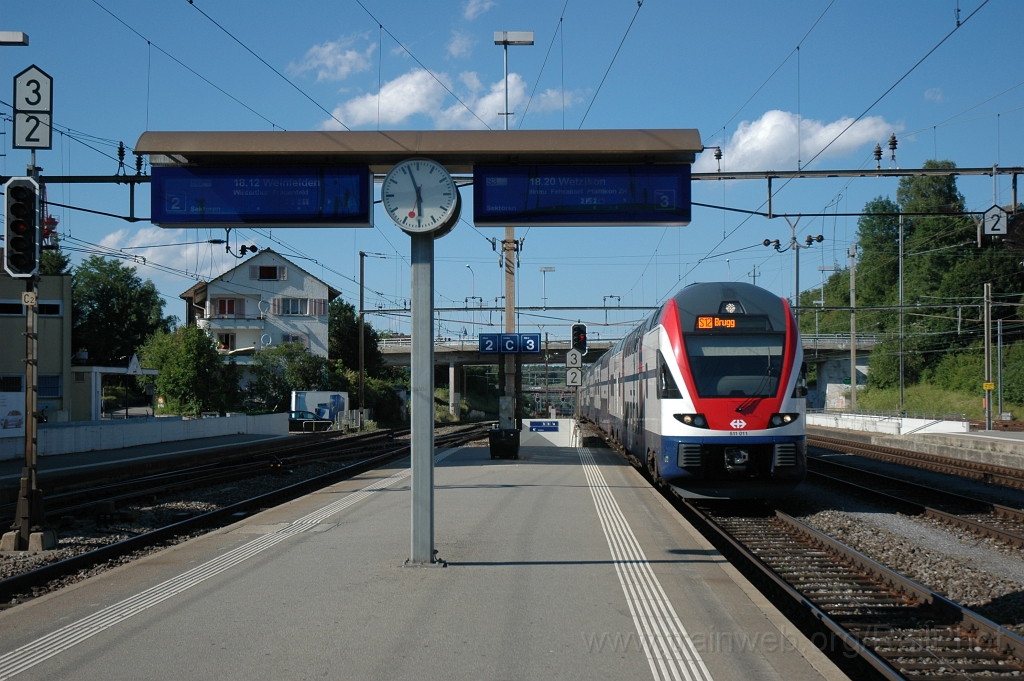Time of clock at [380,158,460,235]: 5:56
